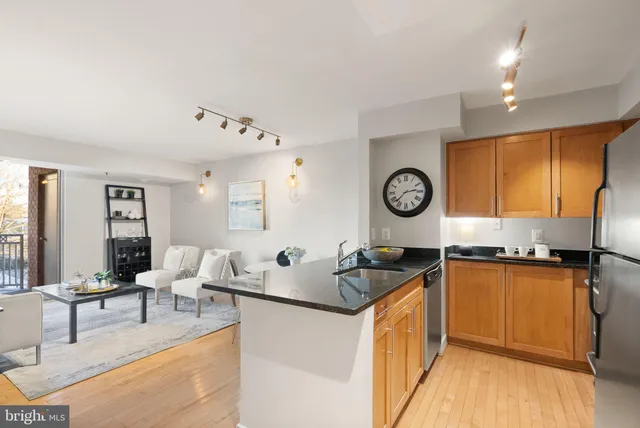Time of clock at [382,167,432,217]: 2:37
